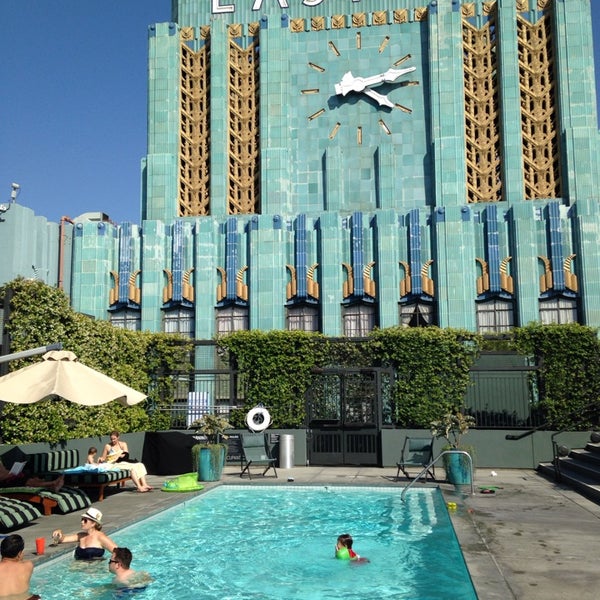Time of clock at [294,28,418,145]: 4:12
